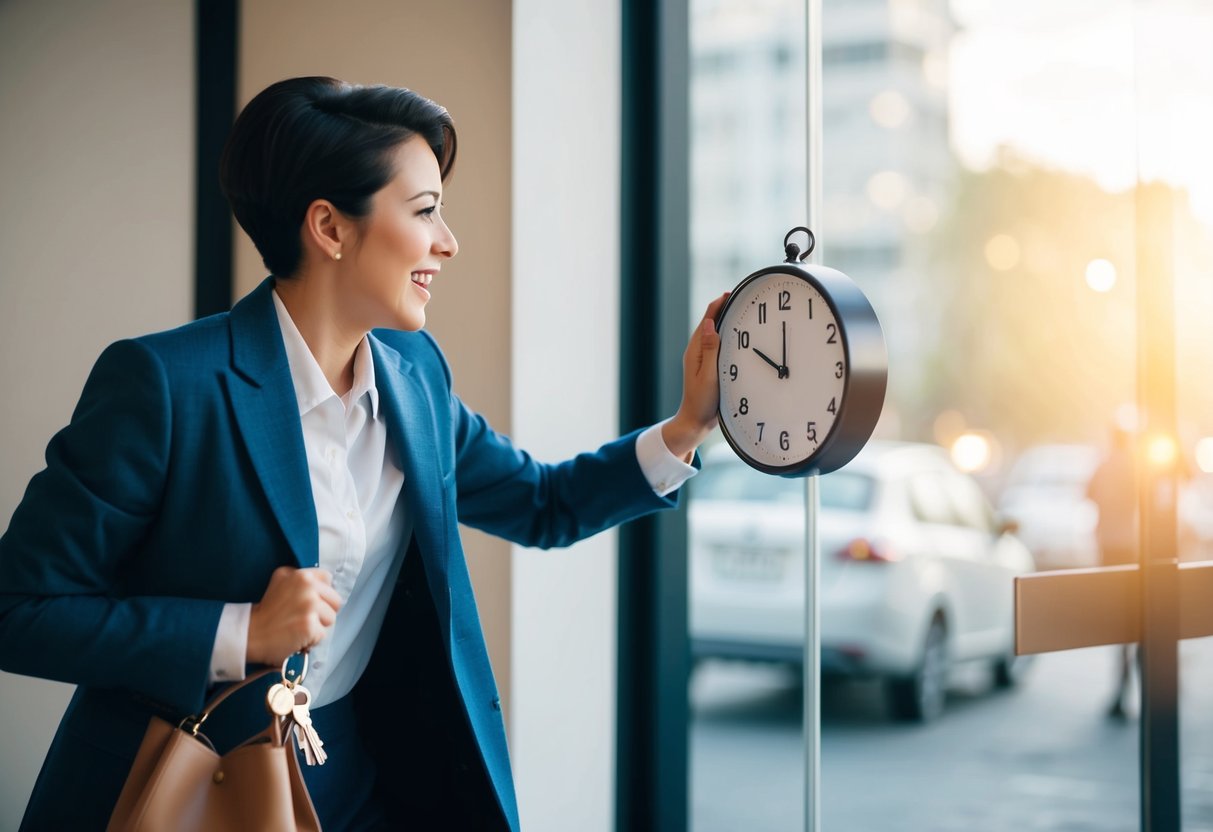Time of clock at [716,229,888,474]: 11:49
